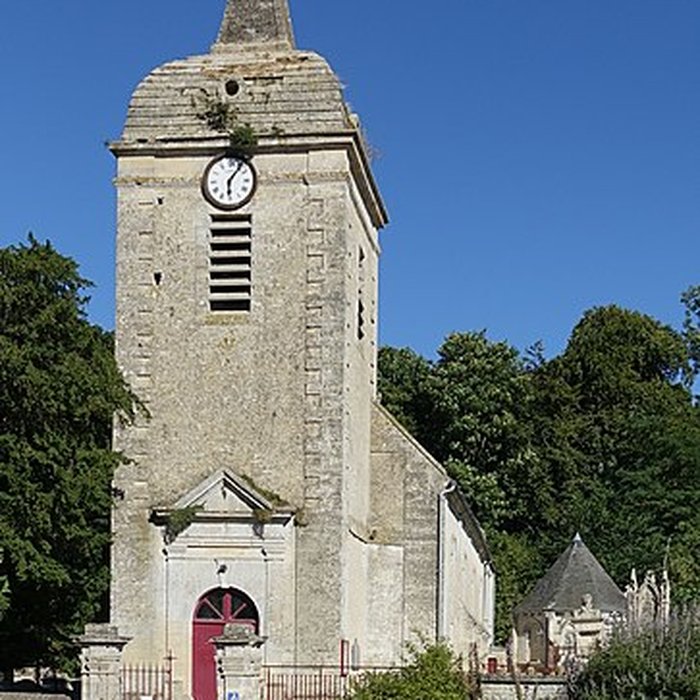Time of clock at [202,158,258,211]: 6:06
